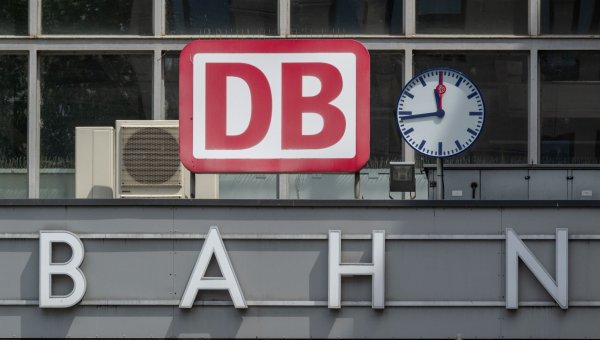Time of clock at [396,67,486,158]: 11:43
